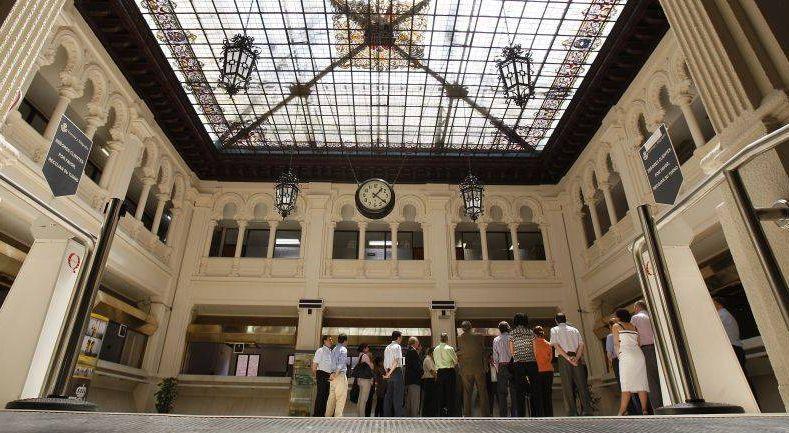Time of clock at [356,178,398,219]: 1:21
